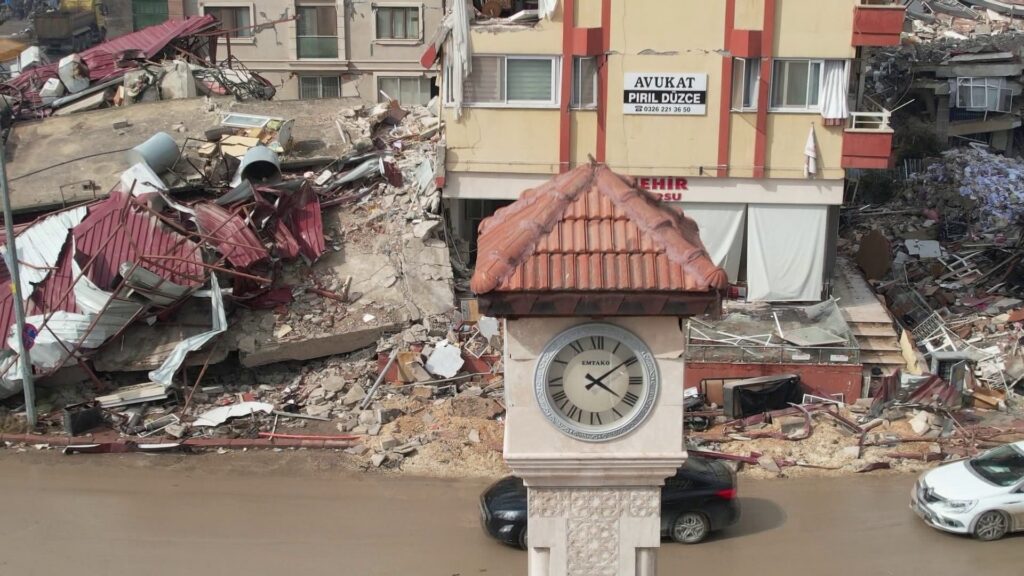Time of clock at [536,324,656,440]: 4:09
